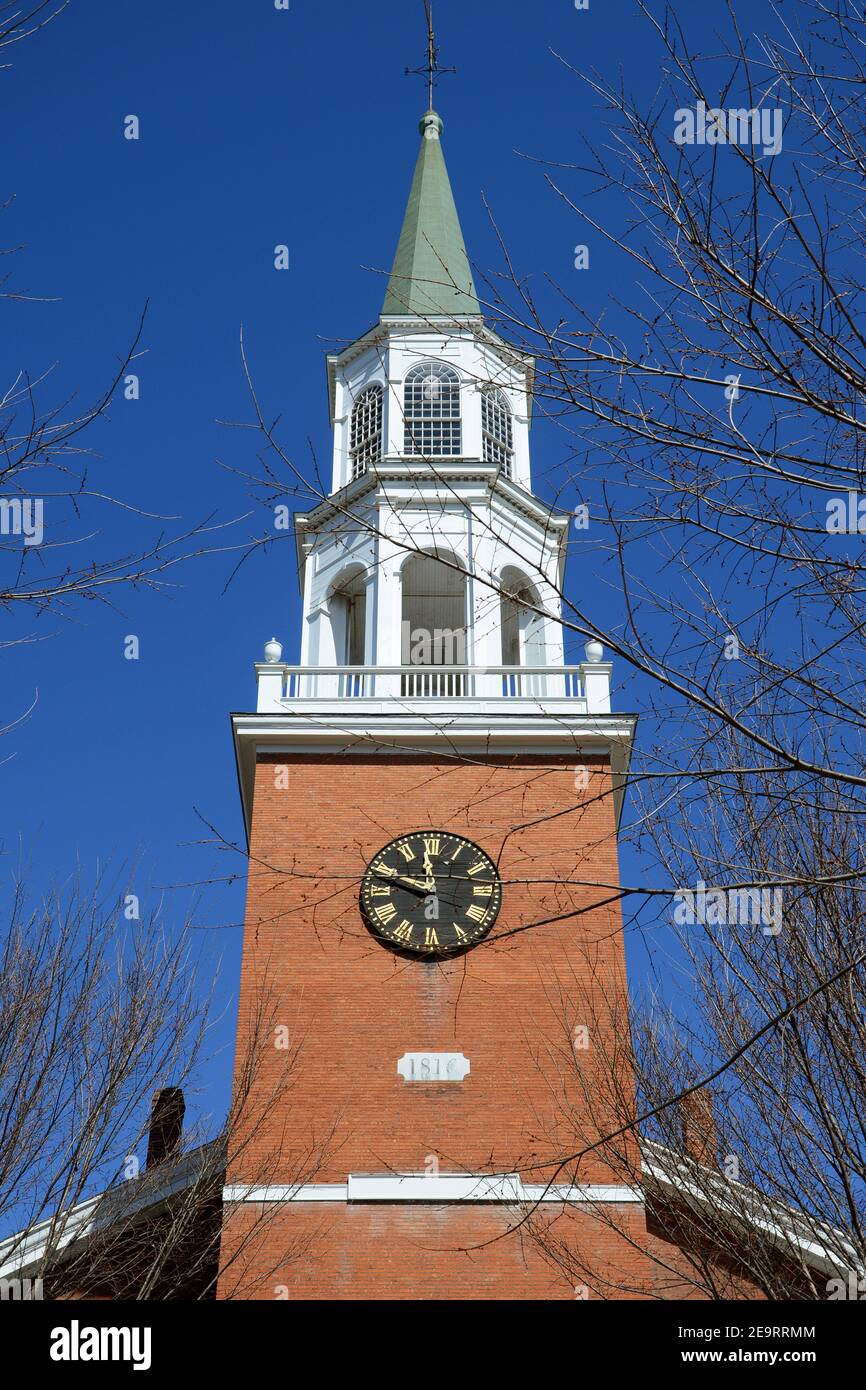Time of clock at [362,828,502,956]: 11:48
